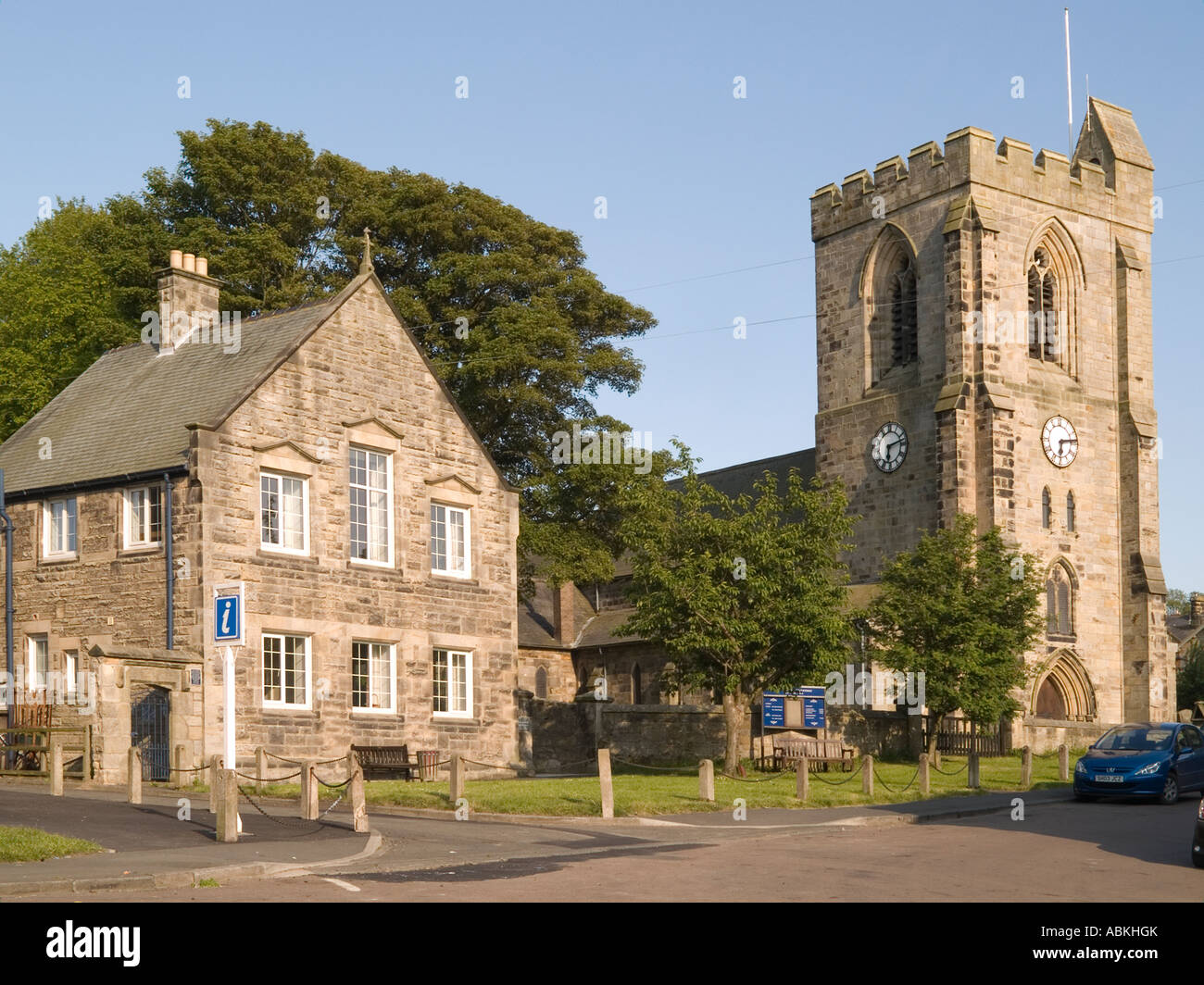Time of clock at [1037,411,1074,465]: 6:13
